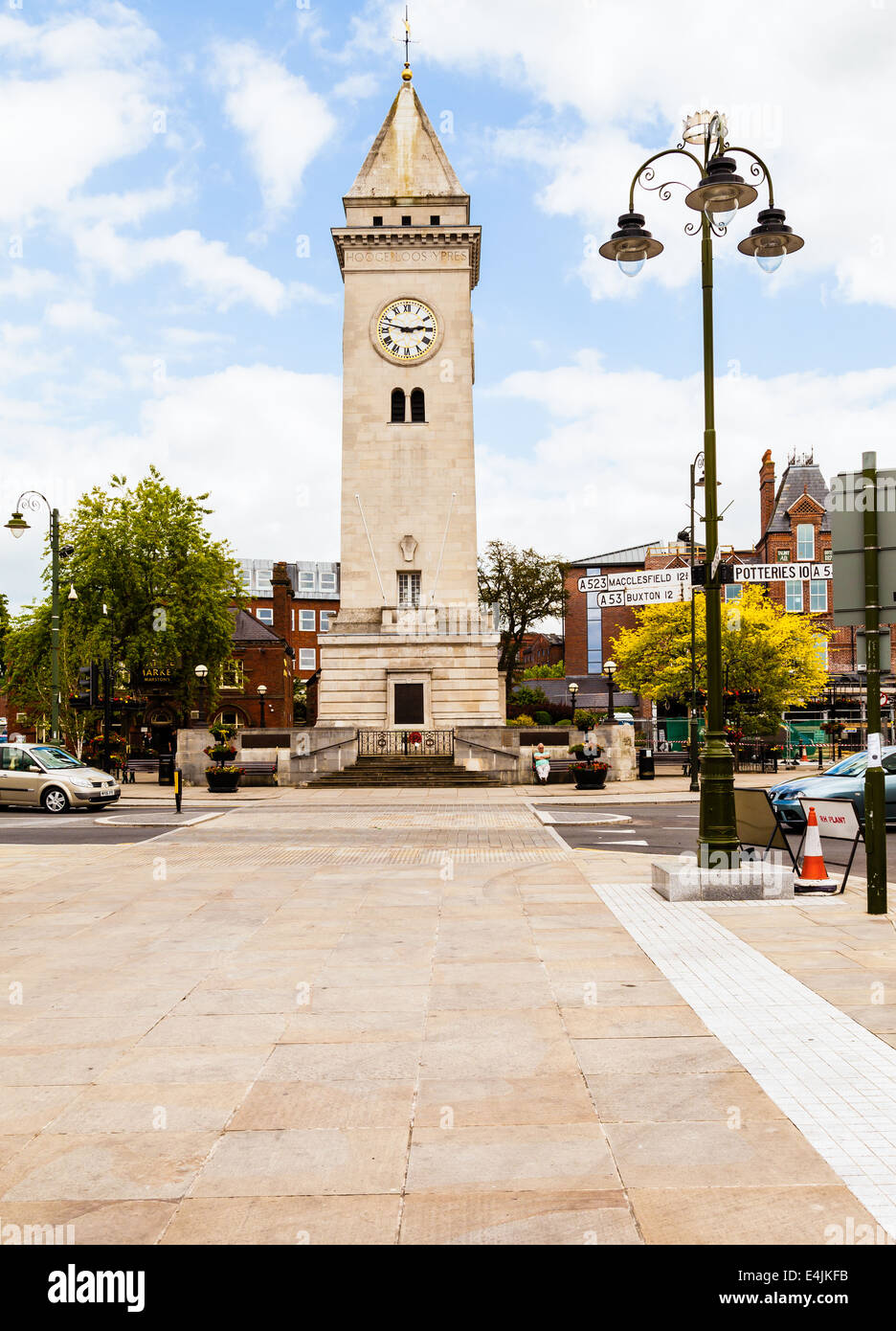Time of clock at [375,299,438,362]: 2:47
